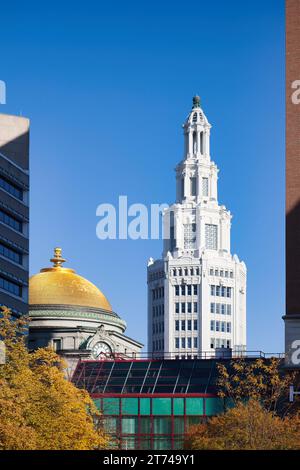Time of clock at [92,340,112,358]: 3:36
